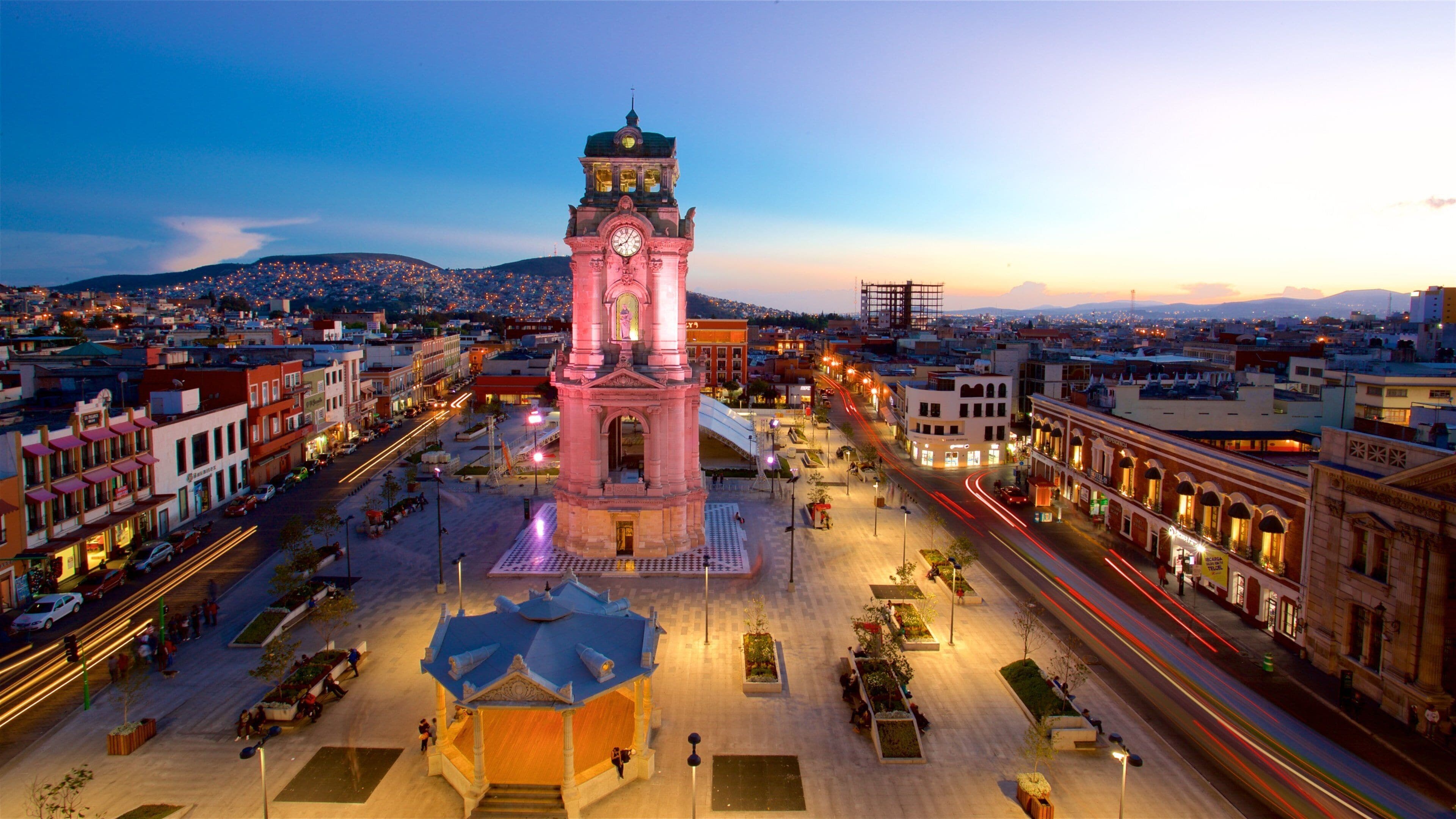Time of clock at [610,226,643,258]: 8:05
